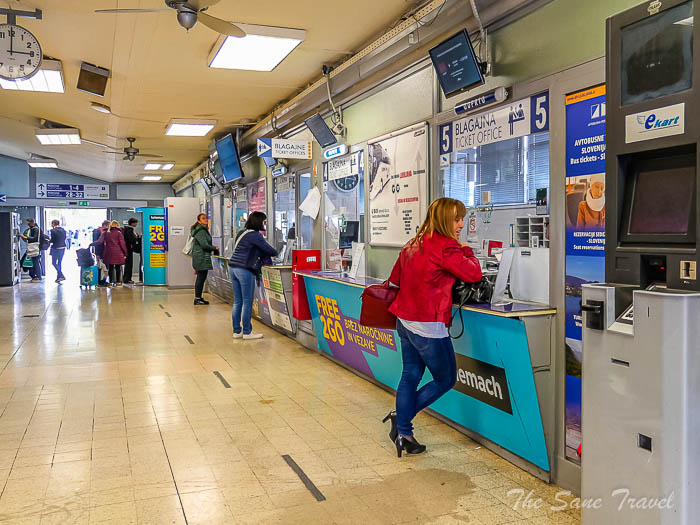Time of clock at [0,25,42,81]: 2:59
